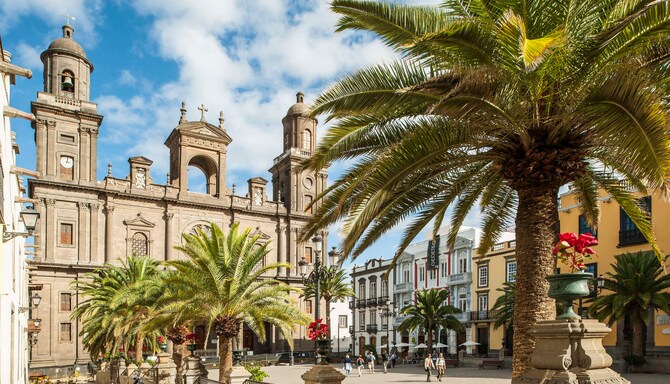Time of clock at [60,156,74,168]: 3:02
